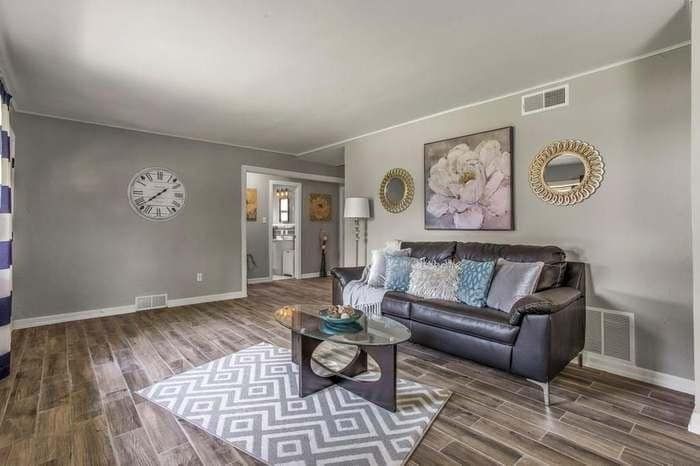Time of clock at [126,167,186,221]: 1:38
